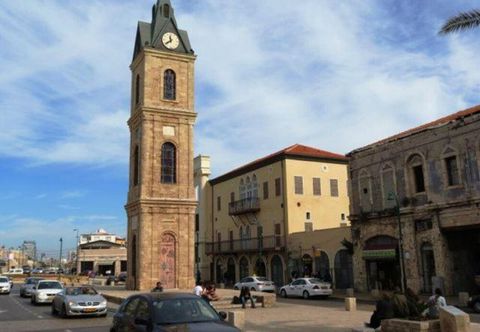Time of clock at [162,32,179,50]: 11:38
